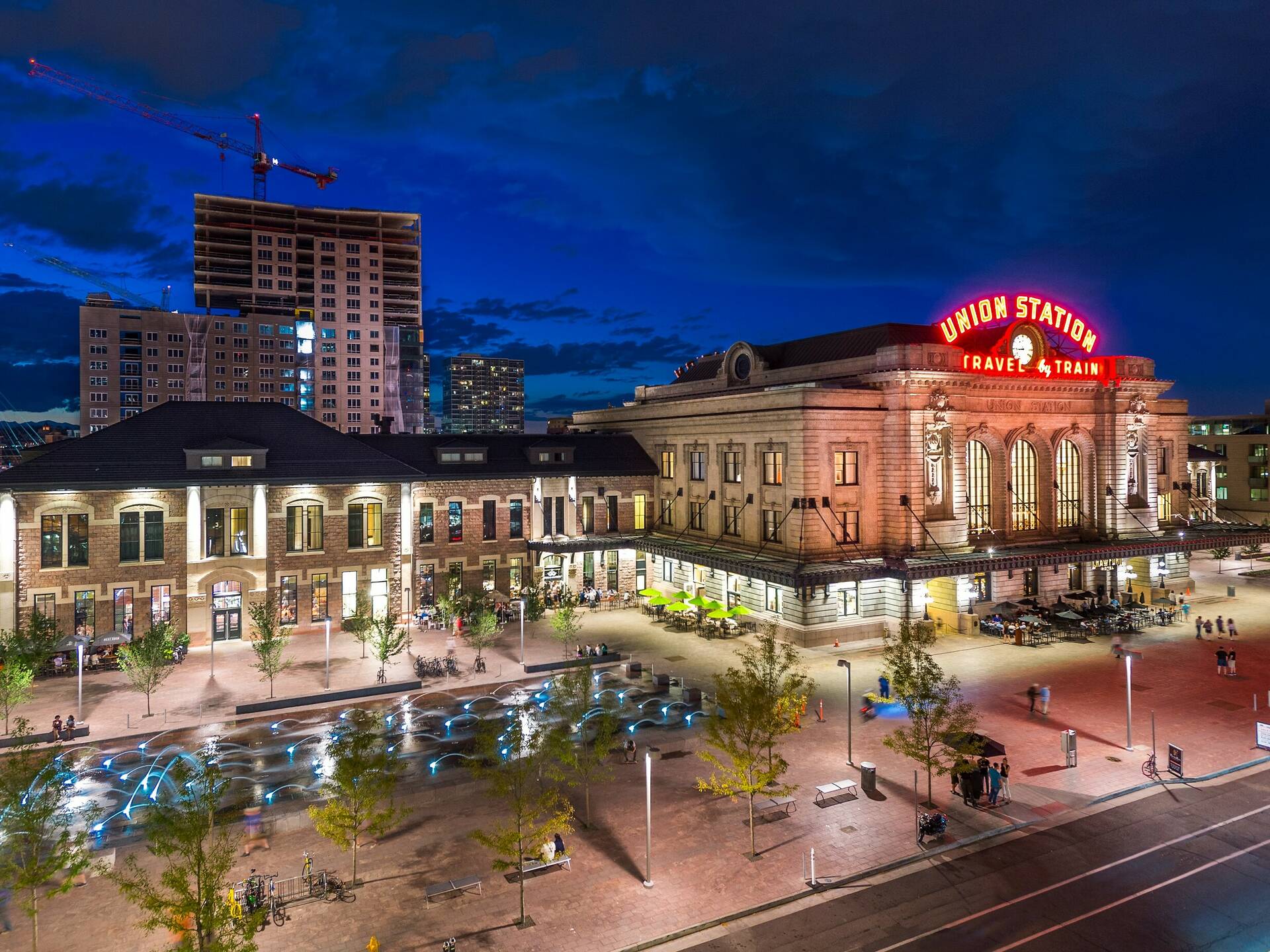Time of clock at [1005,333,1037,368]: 8:44
